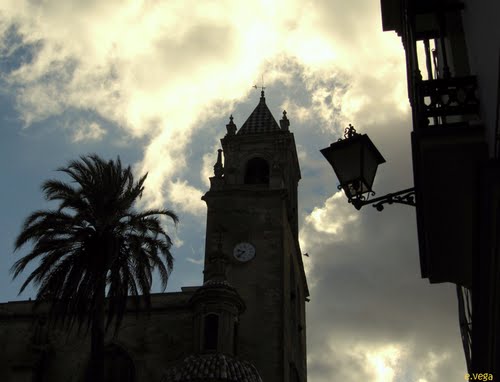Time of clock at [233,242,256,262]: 9:38
